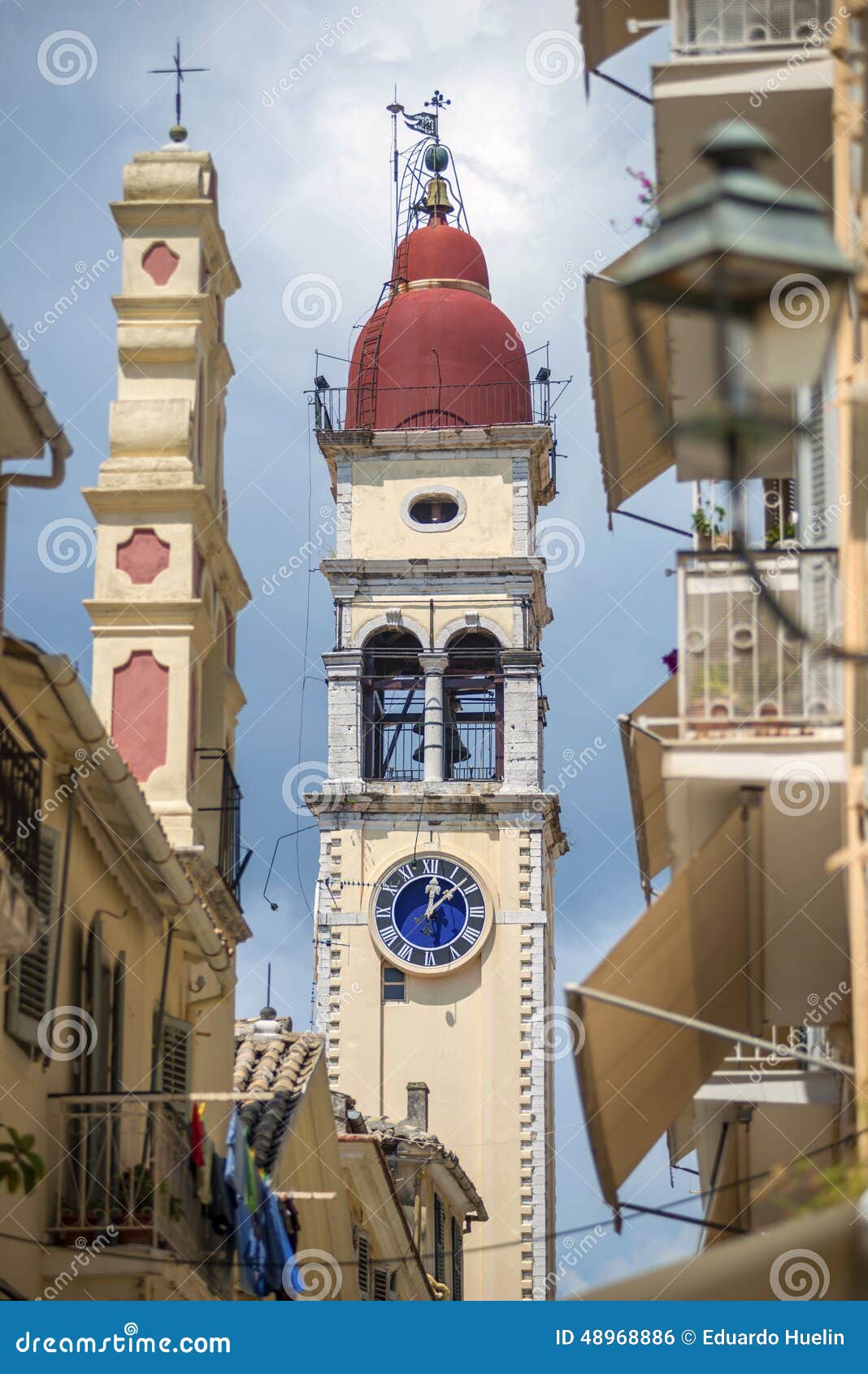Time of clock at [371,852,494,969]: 12:07
